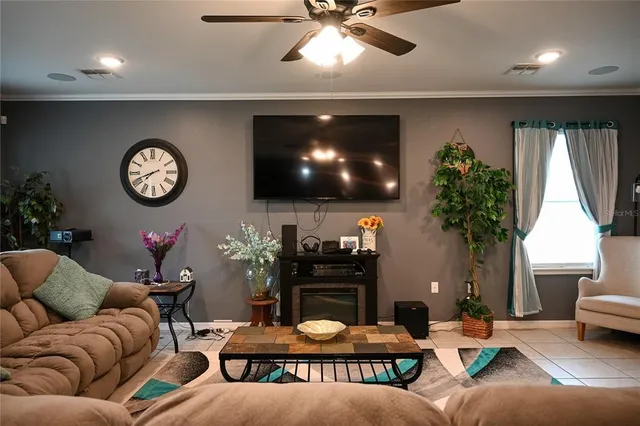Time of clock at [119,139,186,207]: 7:41
